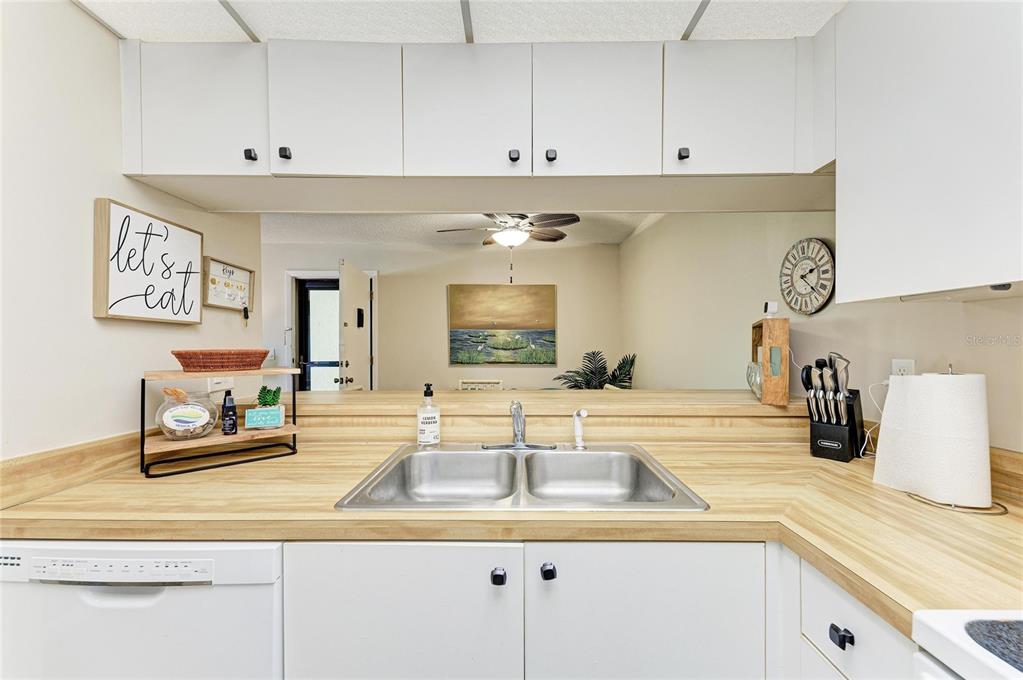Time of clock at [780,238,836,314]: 2:22
